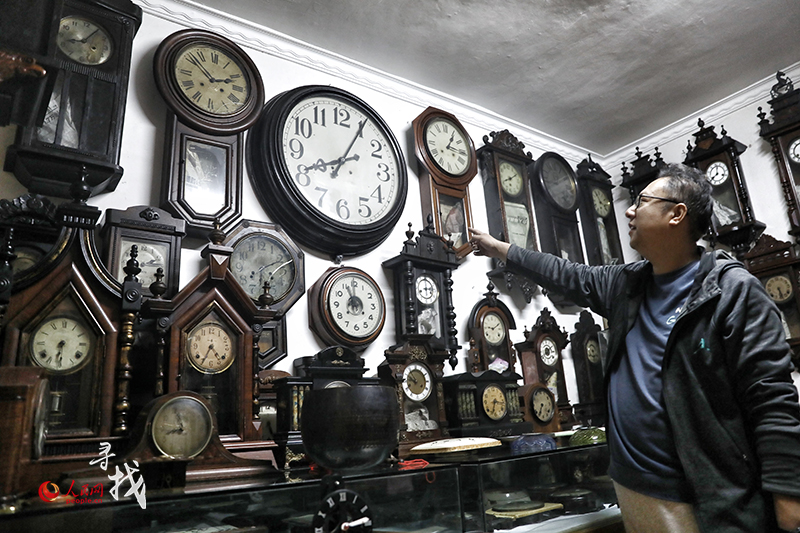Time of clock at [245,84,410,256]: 8:05
